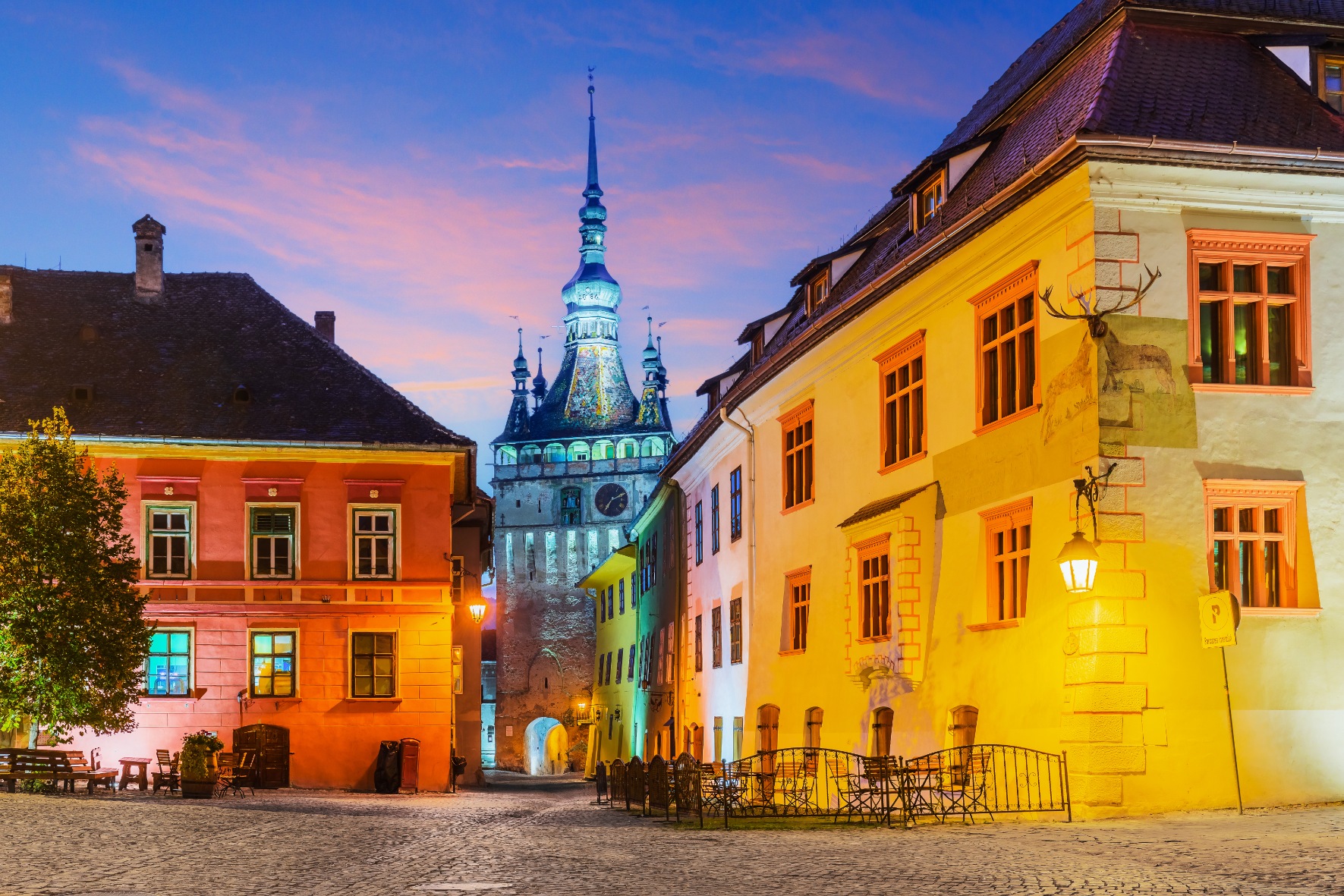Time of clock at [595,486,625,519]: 7:10
